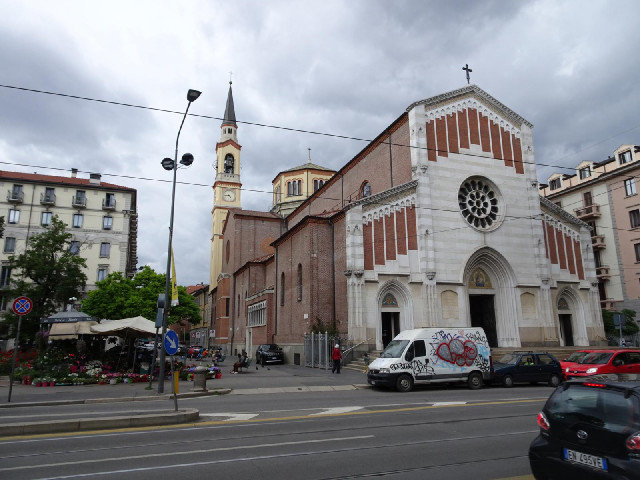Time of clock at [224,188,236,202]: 4:44
